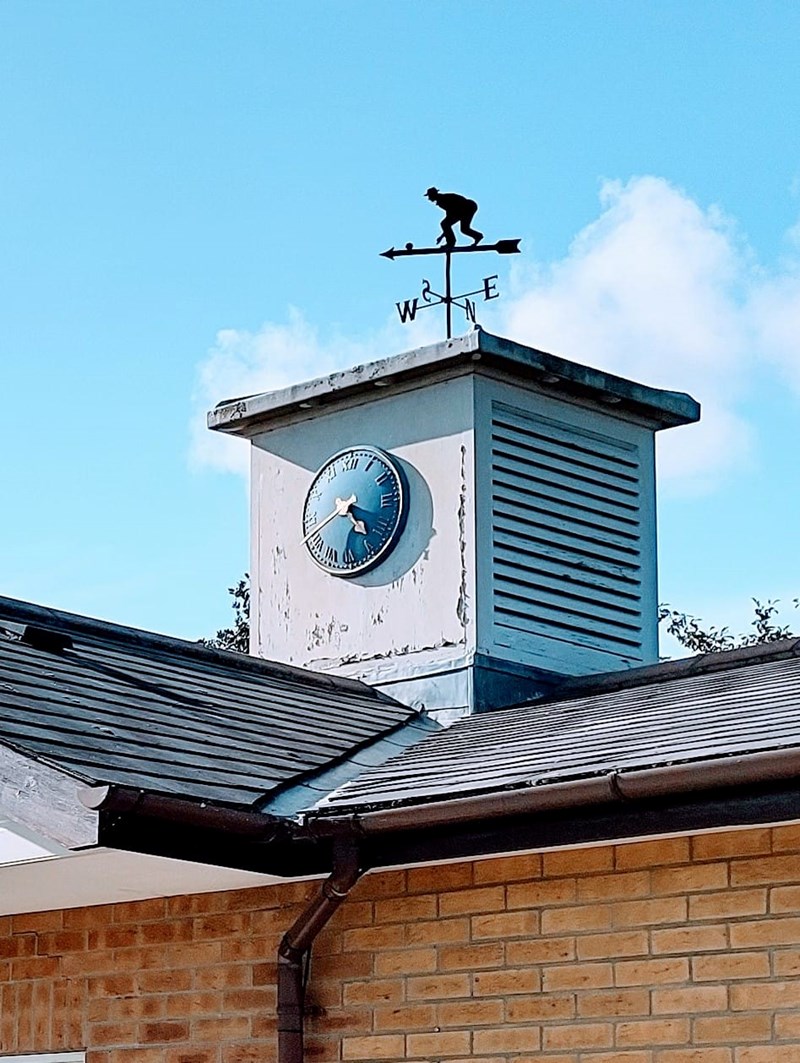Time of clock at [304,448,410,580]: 4:41
